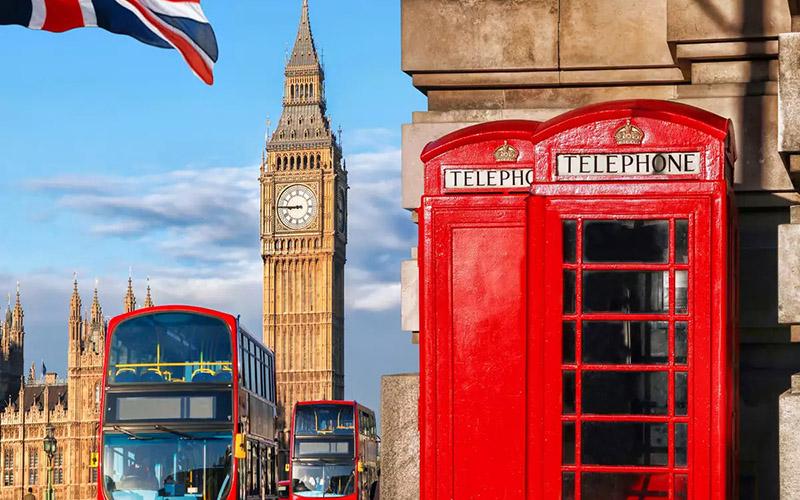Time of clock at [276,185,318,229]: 8:45
